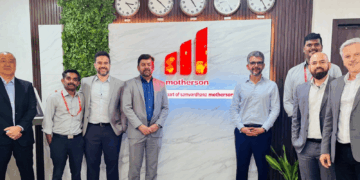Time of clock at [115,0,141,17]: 3:23
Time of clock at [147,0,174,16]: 10:22
